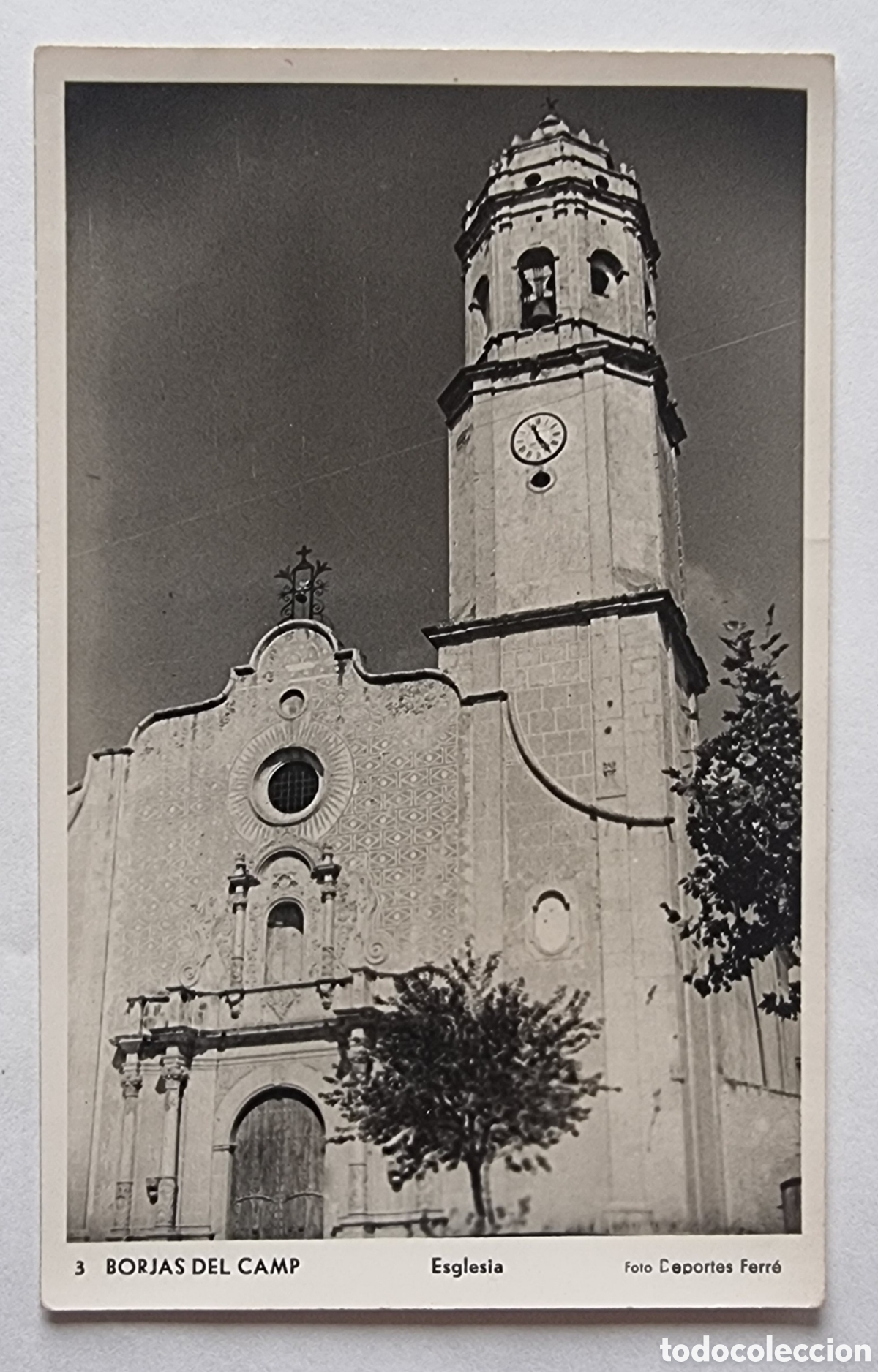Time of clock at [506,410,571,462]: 11:24
